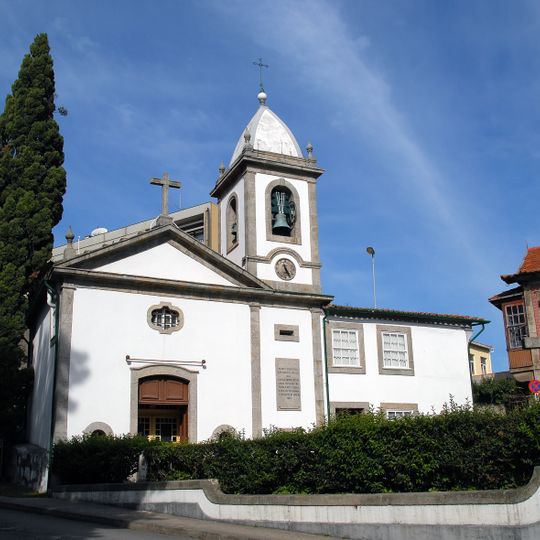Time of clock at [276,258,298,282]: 11:25
